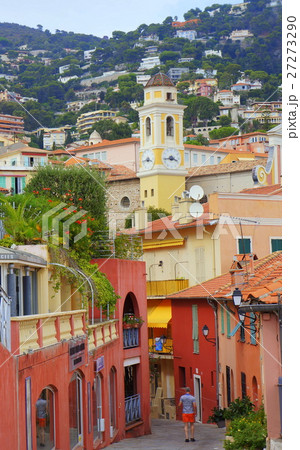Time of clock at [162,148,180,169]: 3:43
